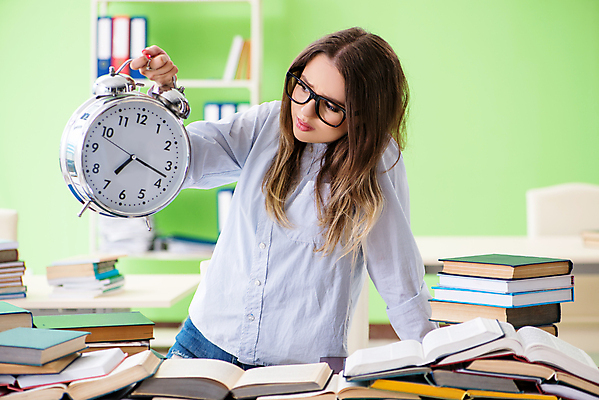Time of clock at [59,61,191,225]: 7:17
